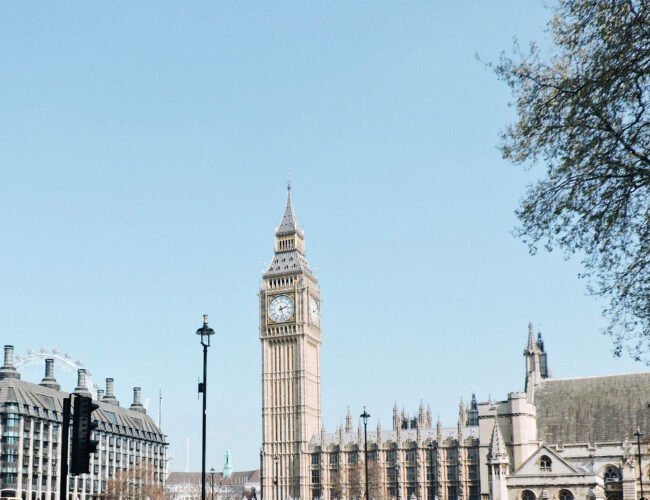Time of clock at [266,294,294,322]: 2:27
